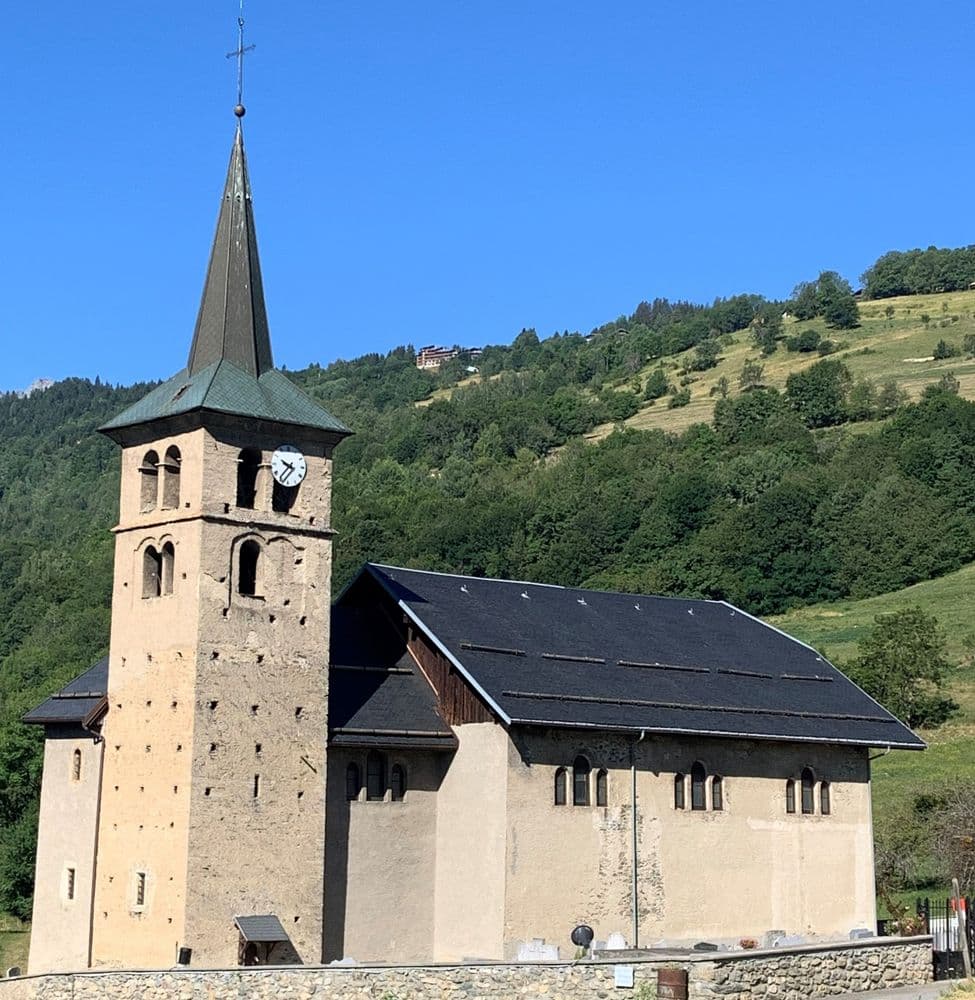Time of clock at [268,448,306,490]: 9:36
